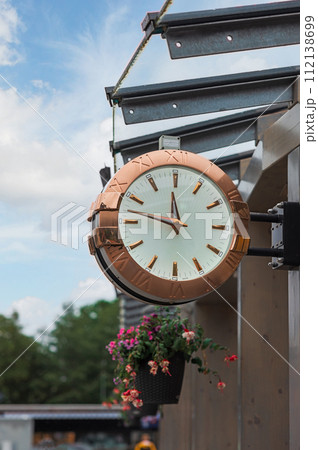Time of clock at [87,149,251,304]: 11:46
